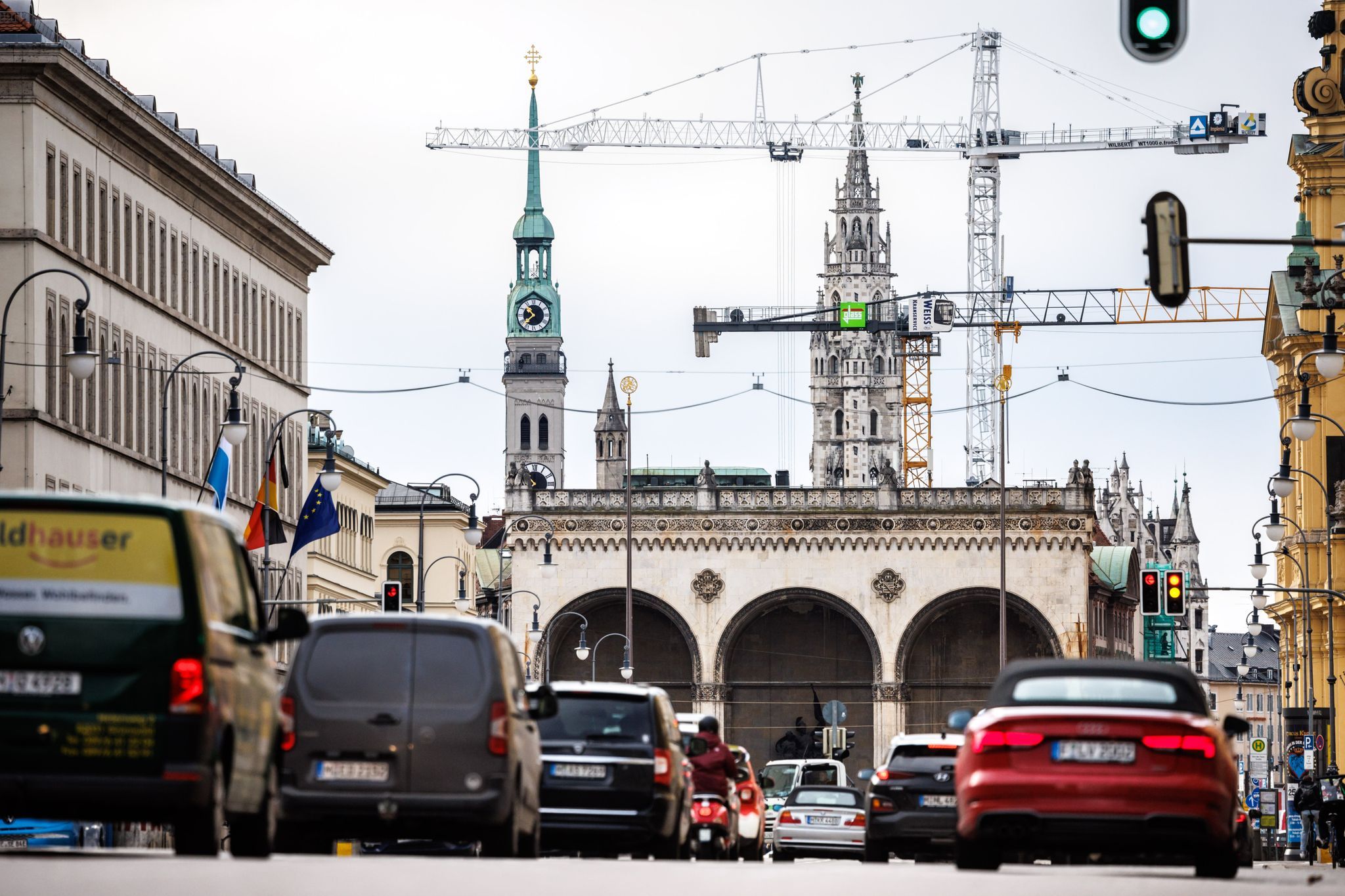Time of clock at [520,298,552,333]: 10:37
